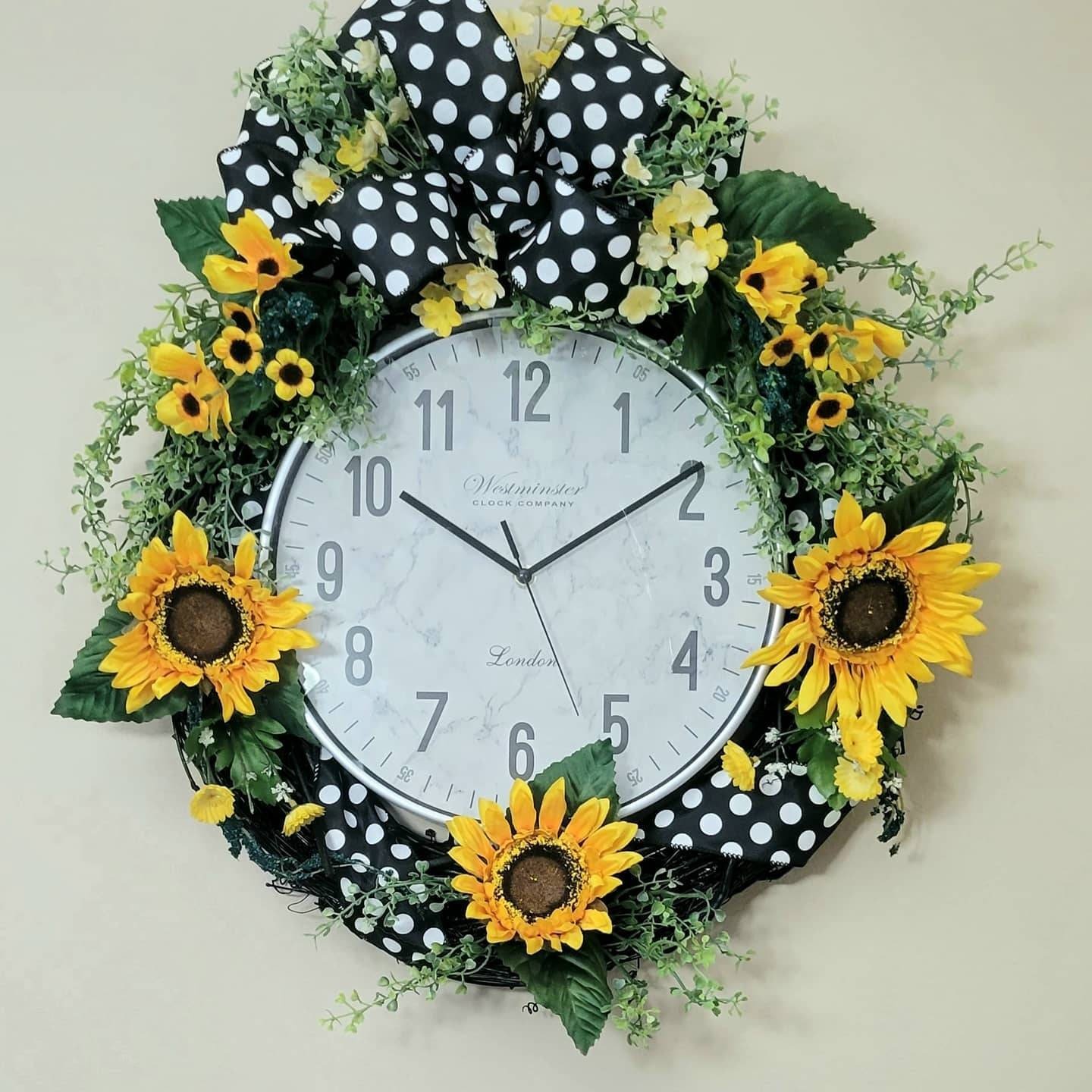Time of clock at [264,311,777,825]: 10:09
